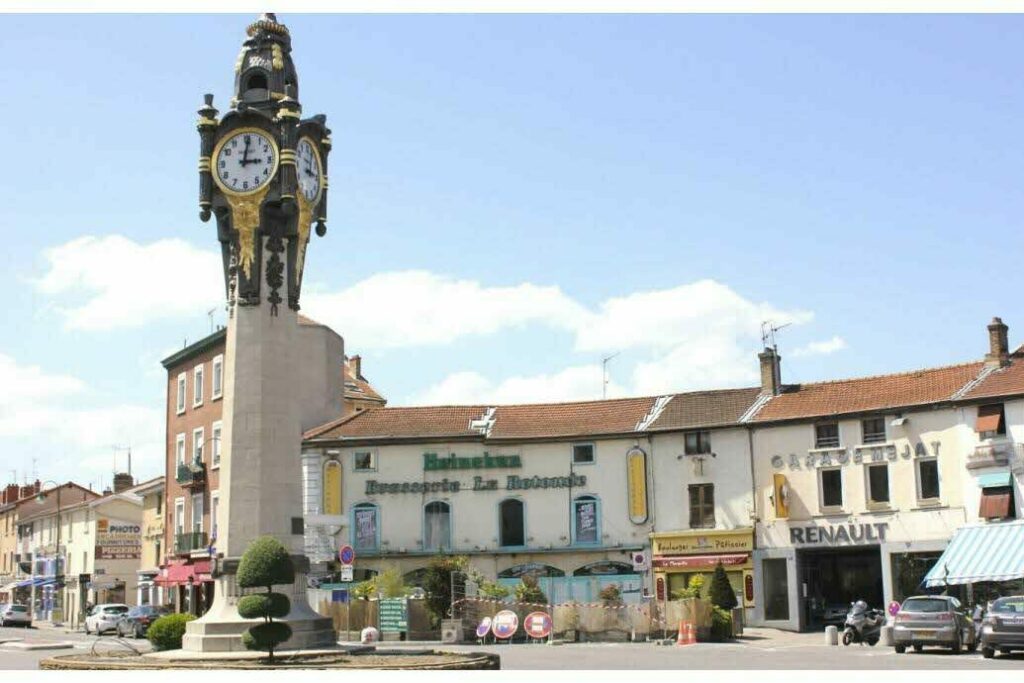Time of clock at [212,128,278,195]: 3:01
